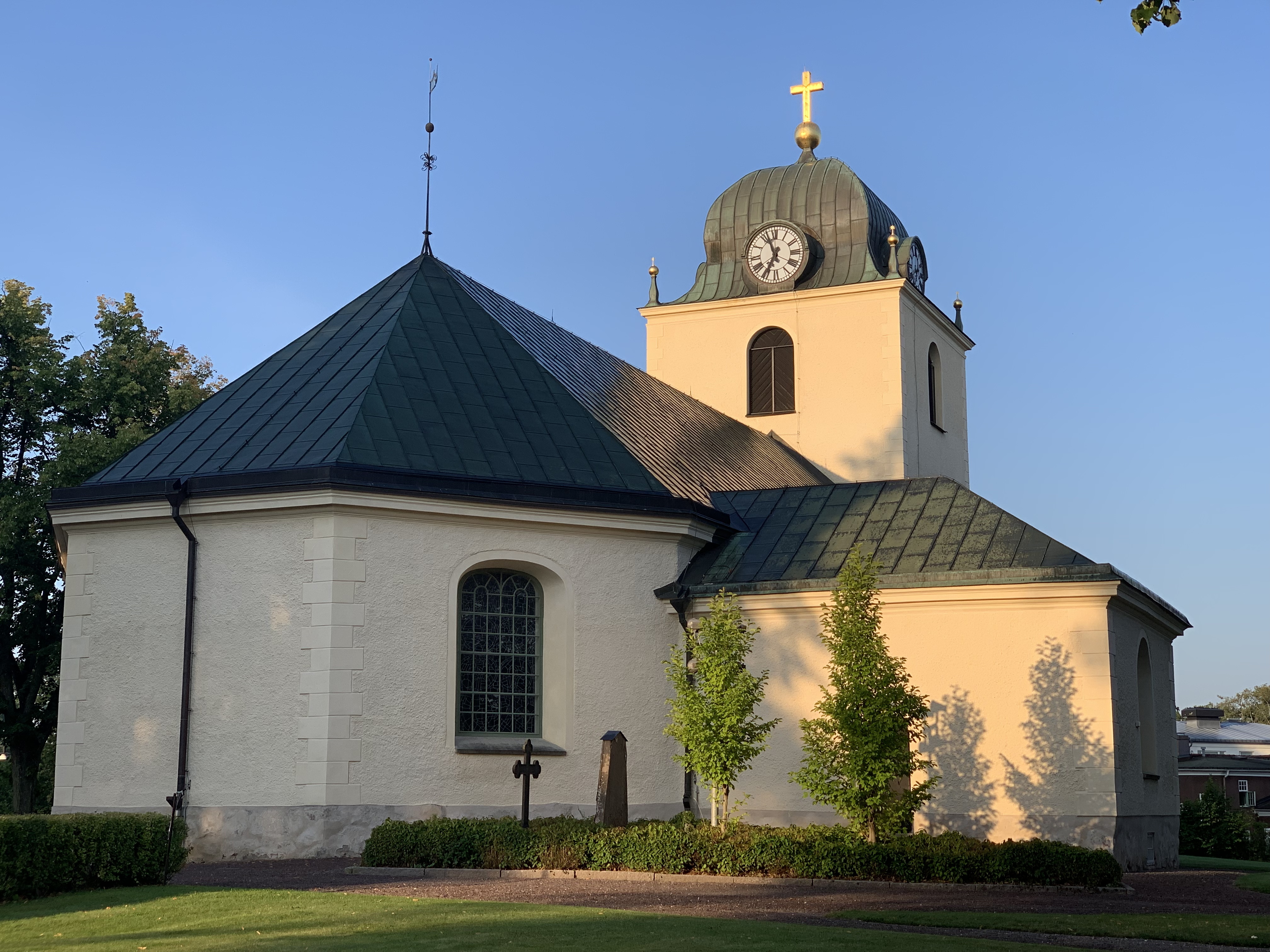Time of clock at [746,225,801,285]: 6:56
